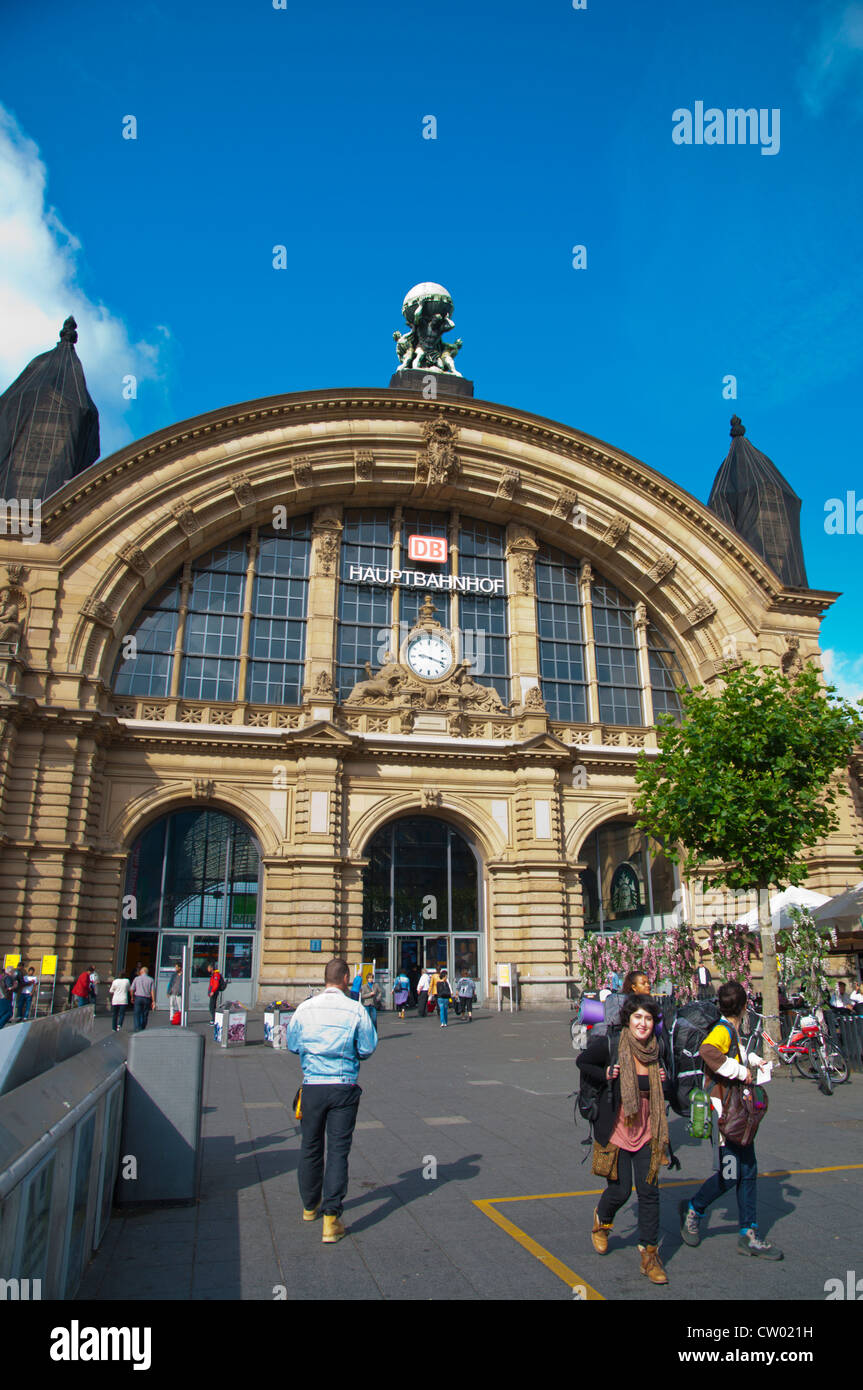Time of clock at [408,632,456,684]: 9:18
